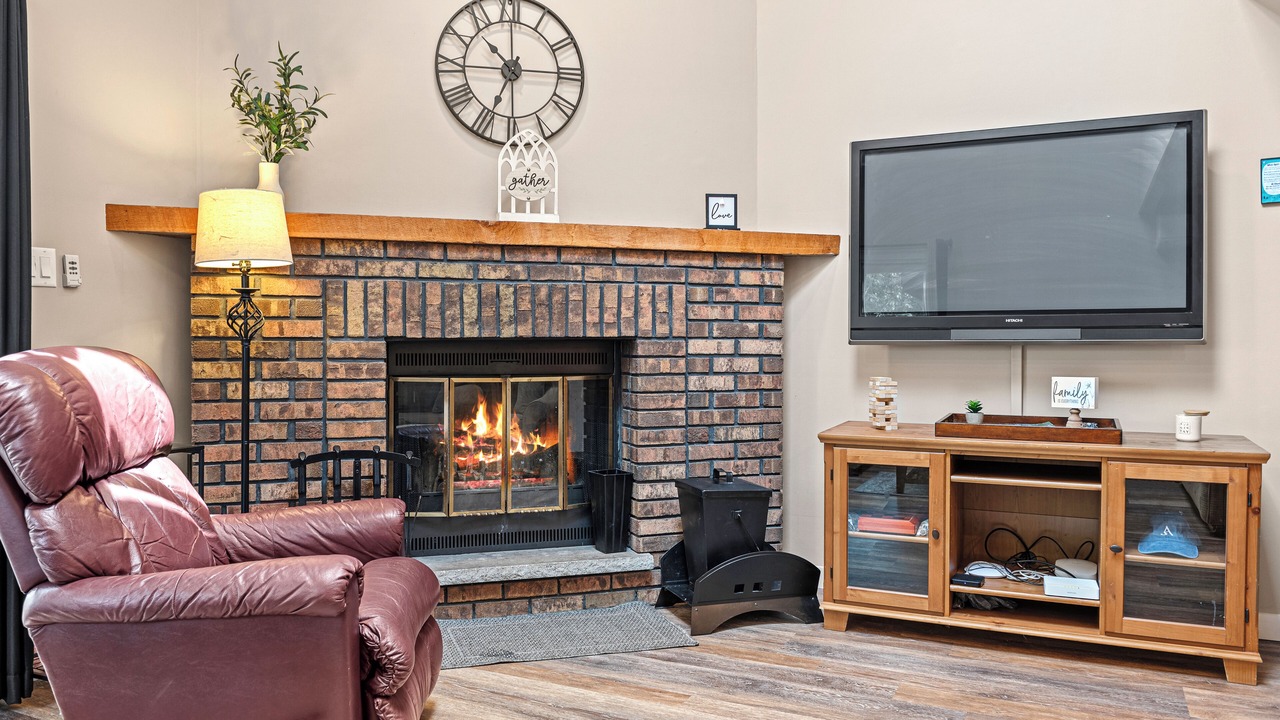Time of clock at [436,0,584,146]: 10:34
